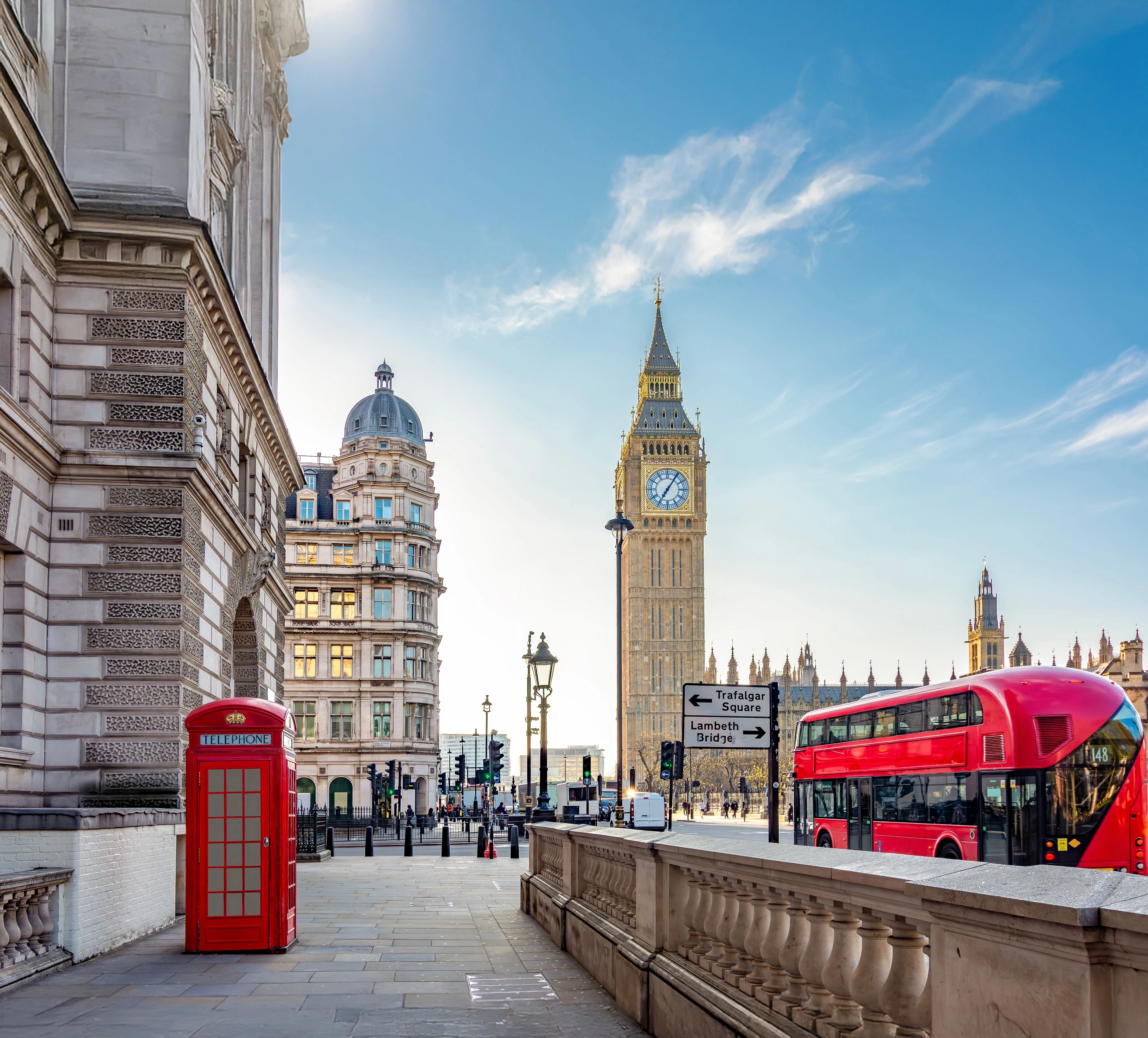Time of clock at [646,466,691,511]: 7:05
